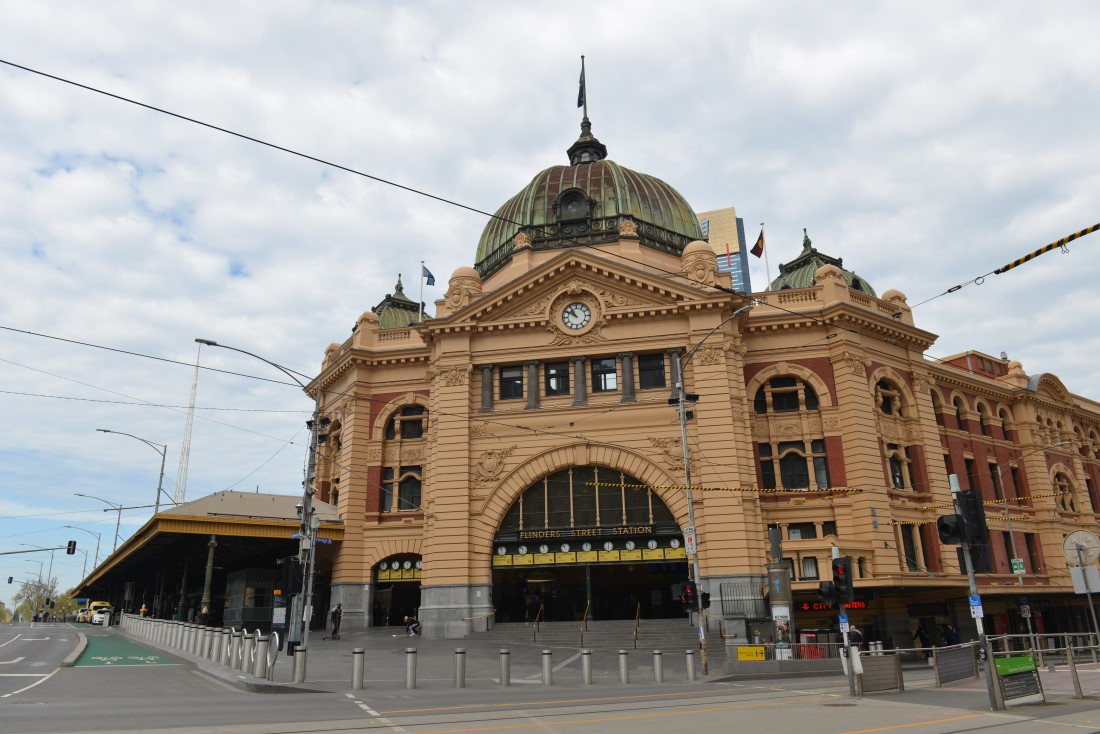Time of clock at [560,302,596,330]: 10:50
